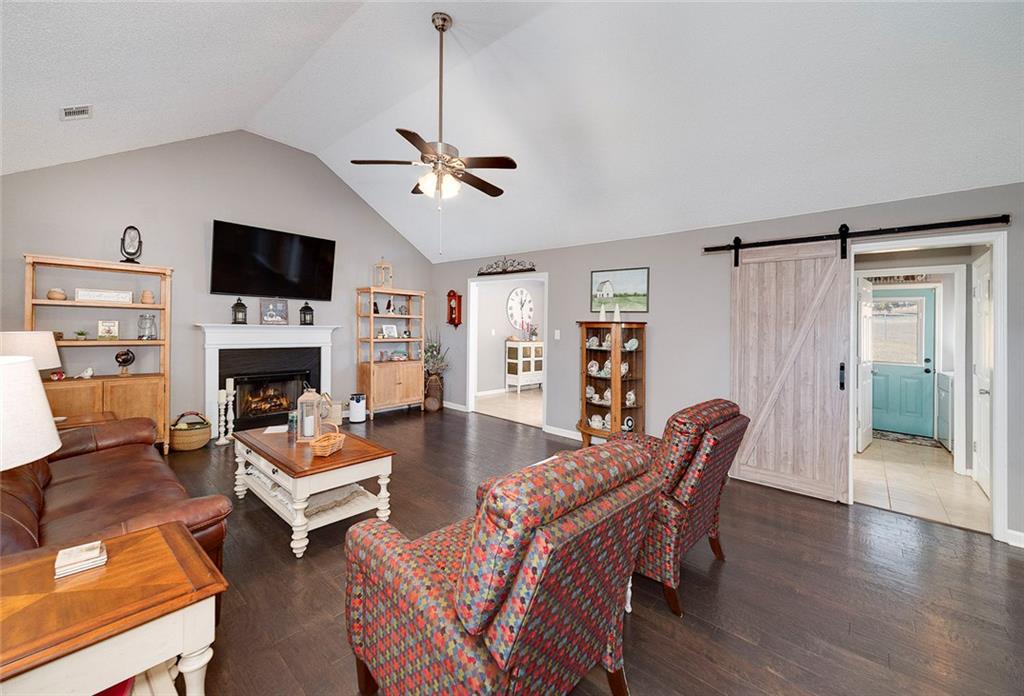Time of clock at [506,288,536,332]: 1:28
